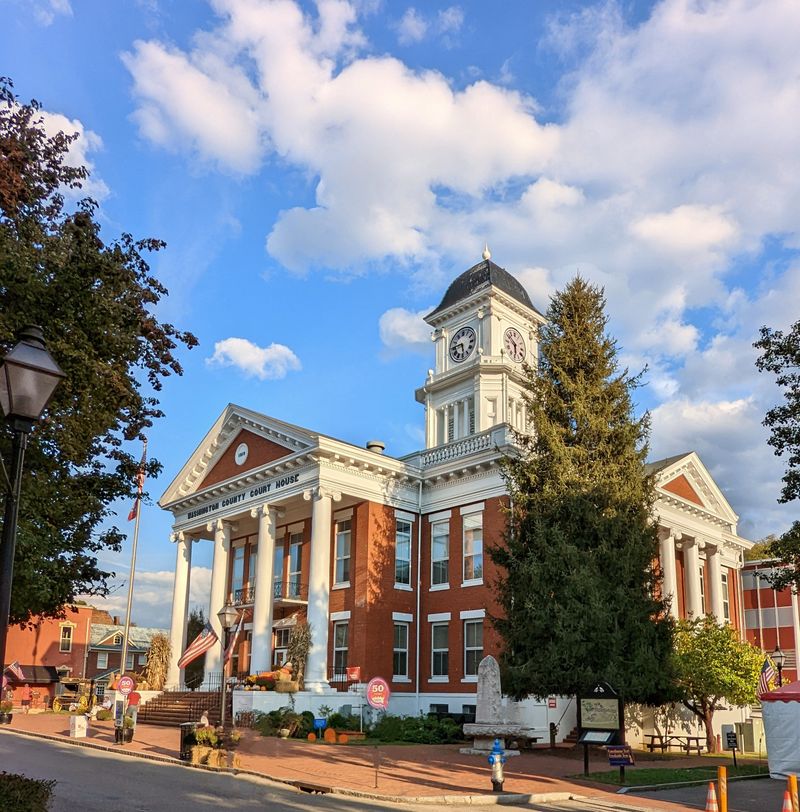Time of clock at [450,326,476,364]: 5:45
